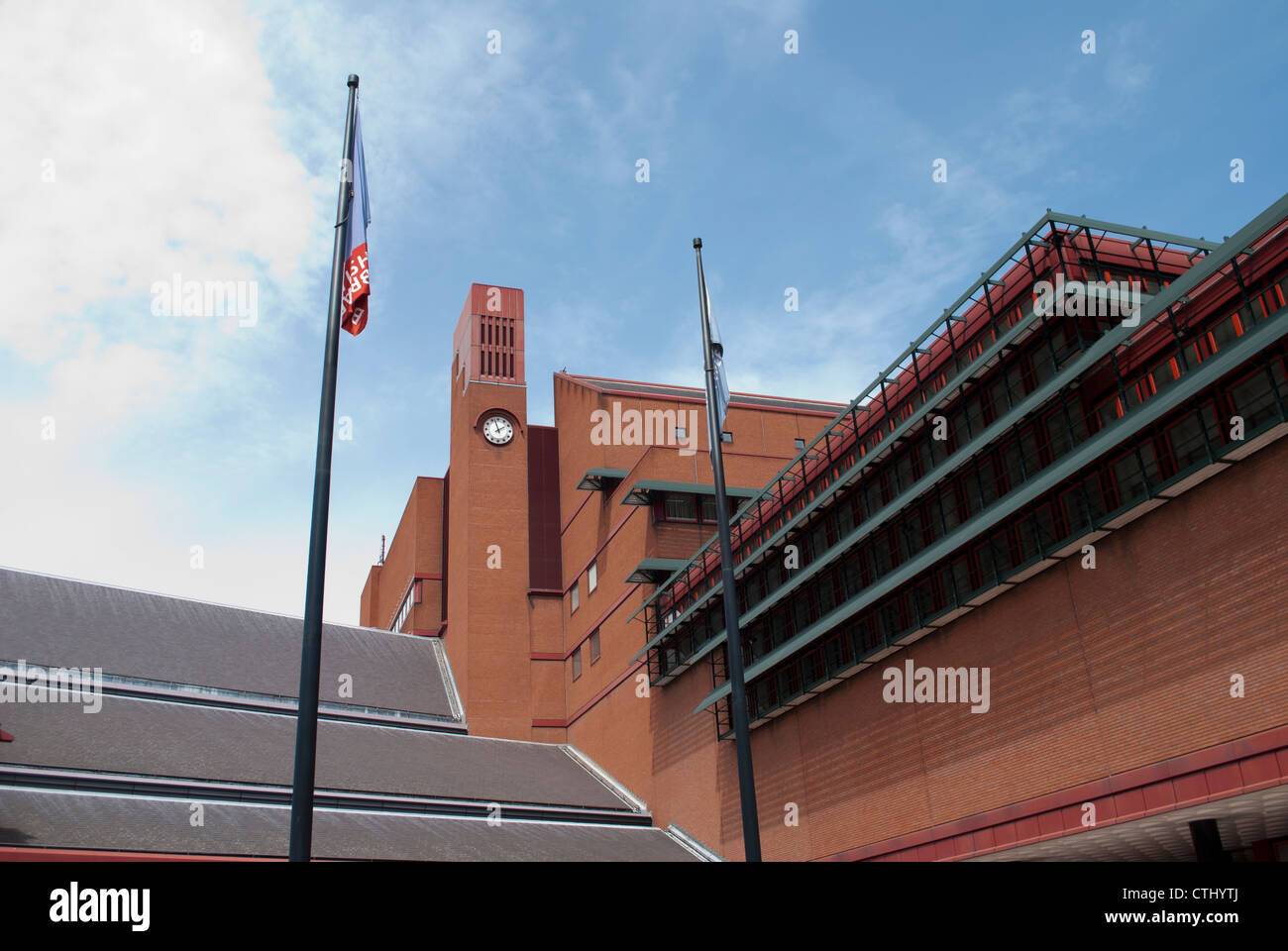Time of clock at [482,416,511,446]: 1:57
